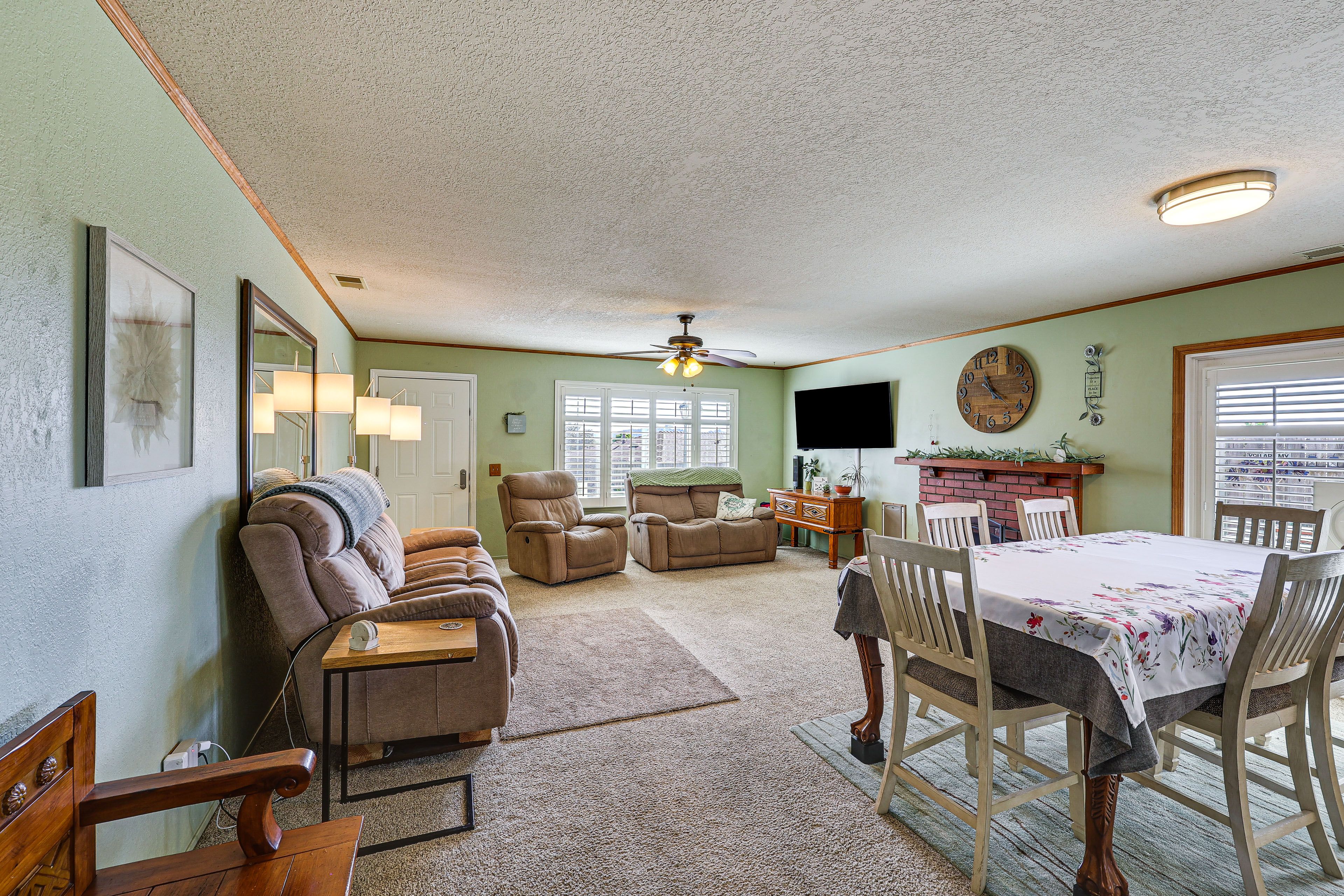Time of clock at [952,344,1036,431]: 11:21
